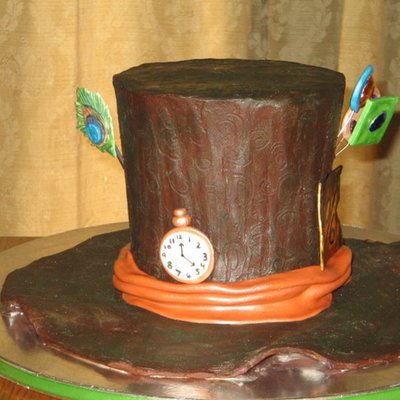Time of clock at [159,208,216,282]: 12:22
